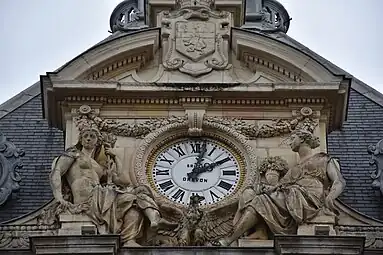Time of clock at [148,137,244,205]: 2:02
